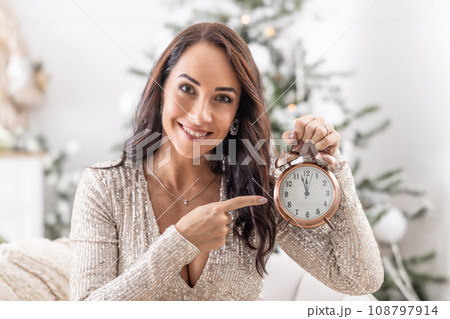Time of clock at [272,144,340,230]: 11:57
